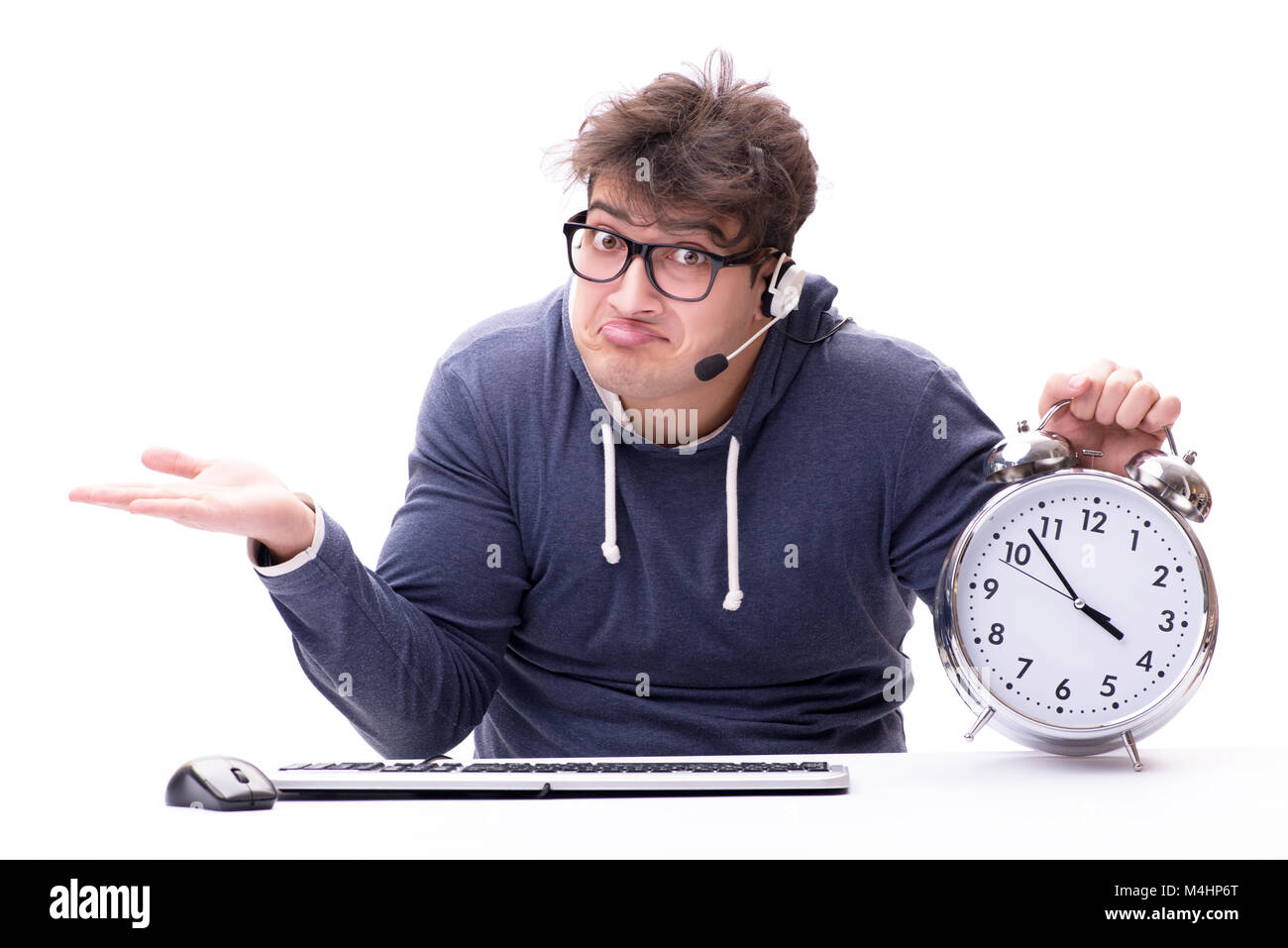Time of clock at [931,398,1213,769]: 3:52
